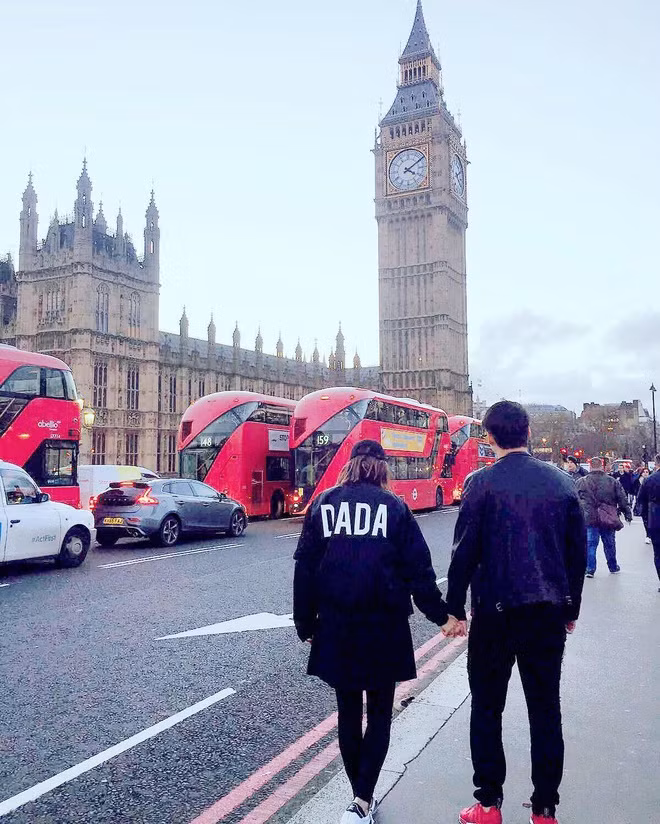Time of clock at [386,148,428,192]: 4:09
